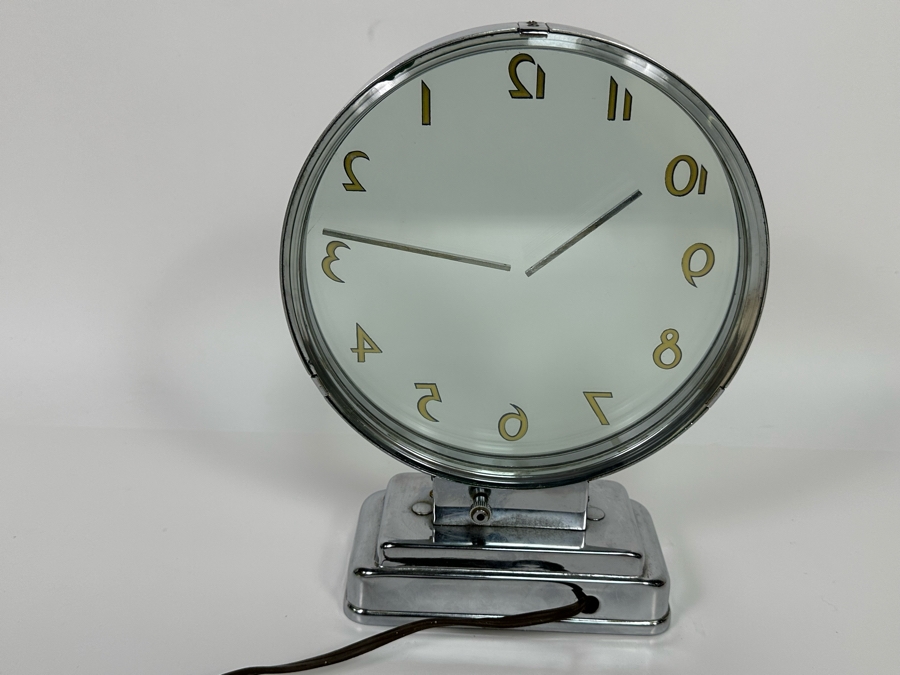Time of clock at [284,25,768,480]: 1:46
